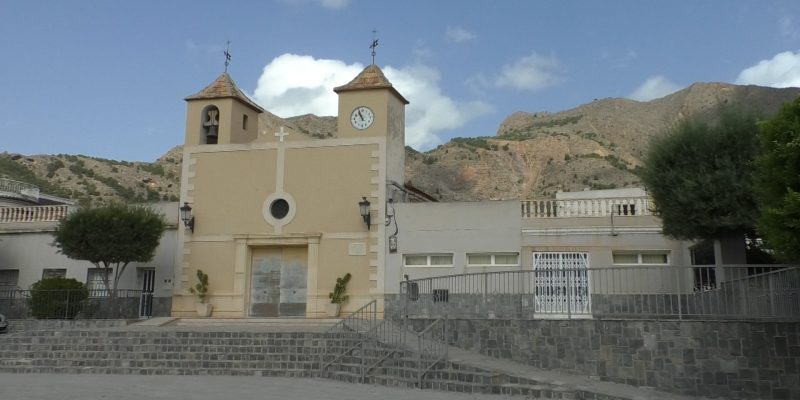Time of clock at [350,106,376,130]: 10:56
